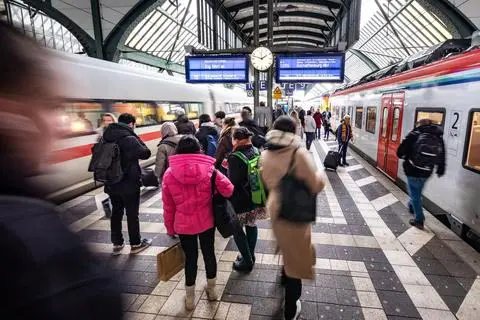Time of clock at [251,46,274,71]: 1:47
